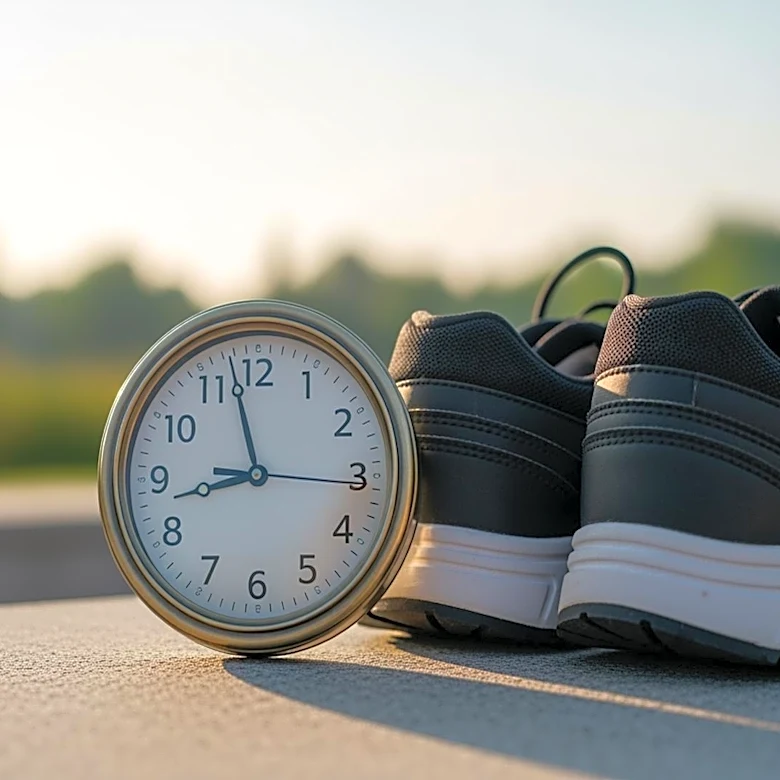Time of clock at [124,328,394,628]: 8:57
